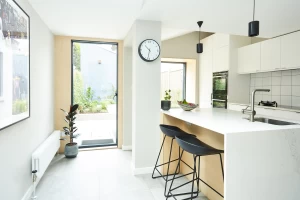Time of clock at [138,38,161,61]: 10:32
